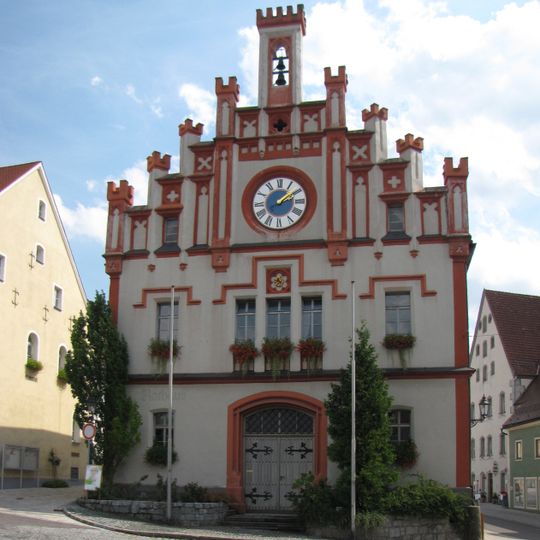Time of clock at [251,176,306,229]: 2:09
